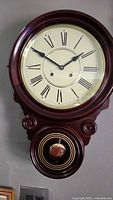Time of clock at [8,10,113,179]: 1:50
